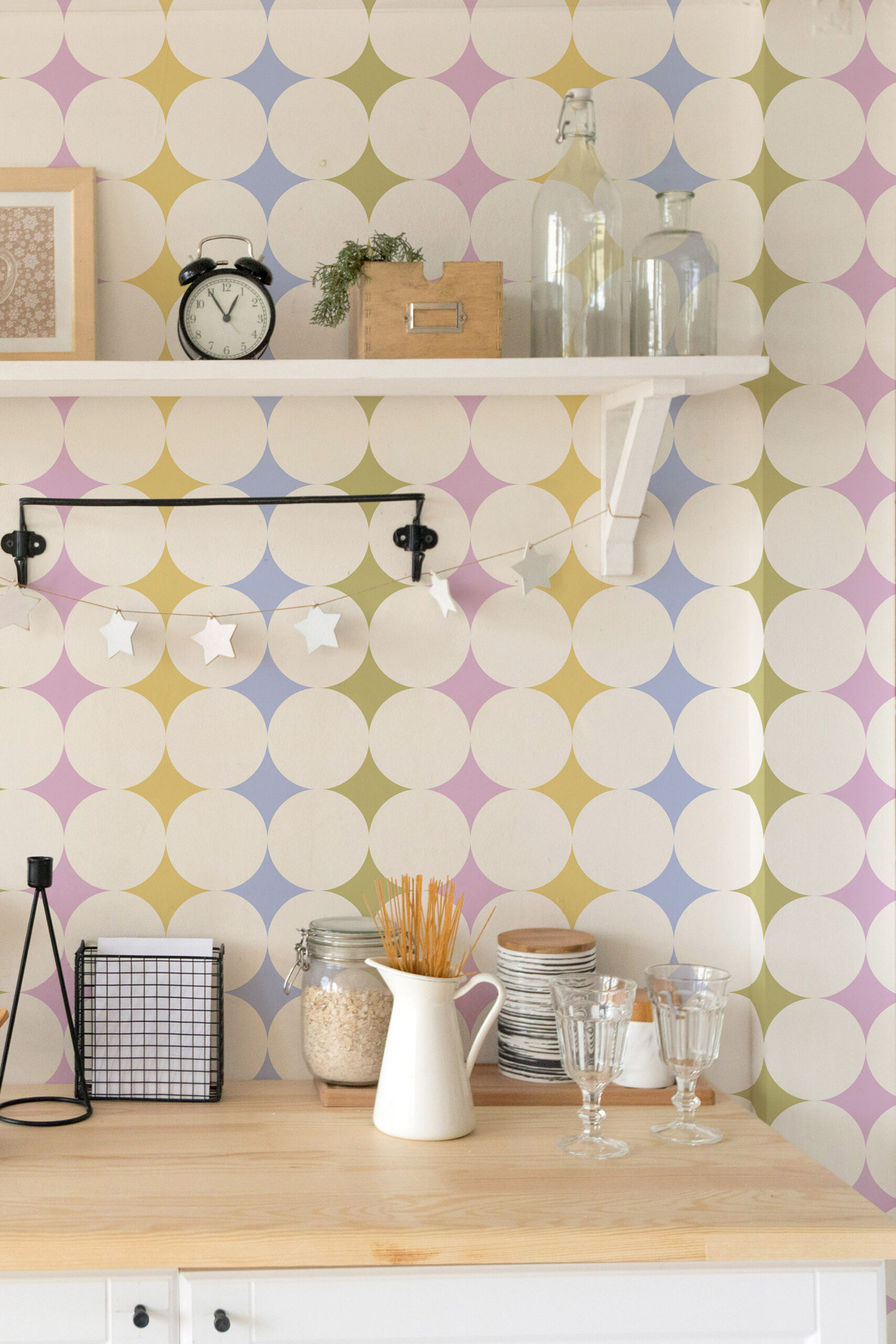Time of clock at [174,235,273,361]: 12:54
